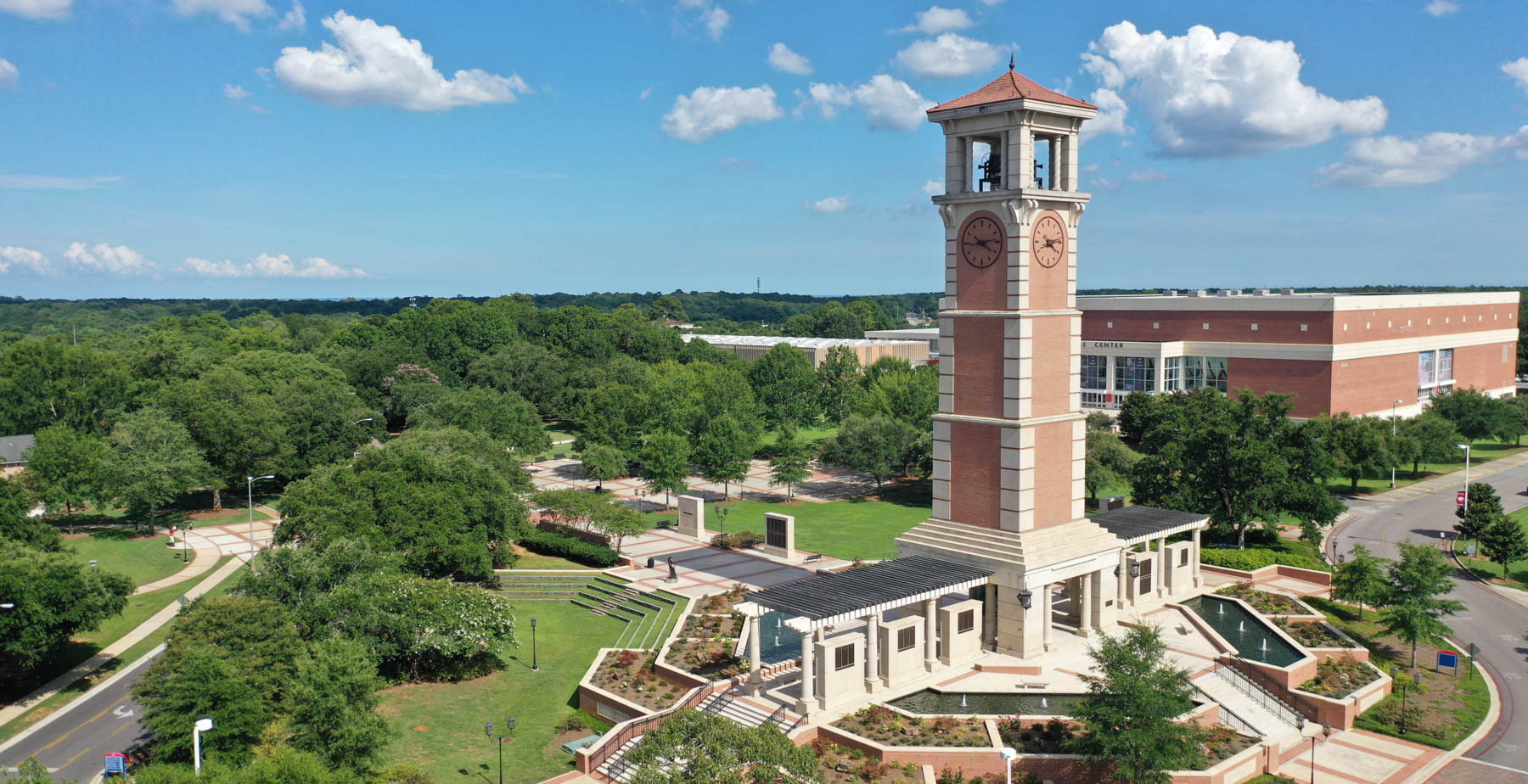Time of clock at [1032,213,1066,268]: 4:13
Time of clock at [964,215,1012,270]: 4:13
